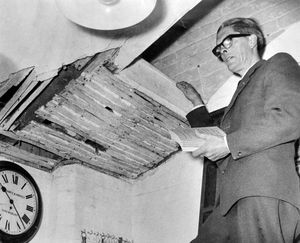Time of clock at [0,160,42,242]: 10:22
